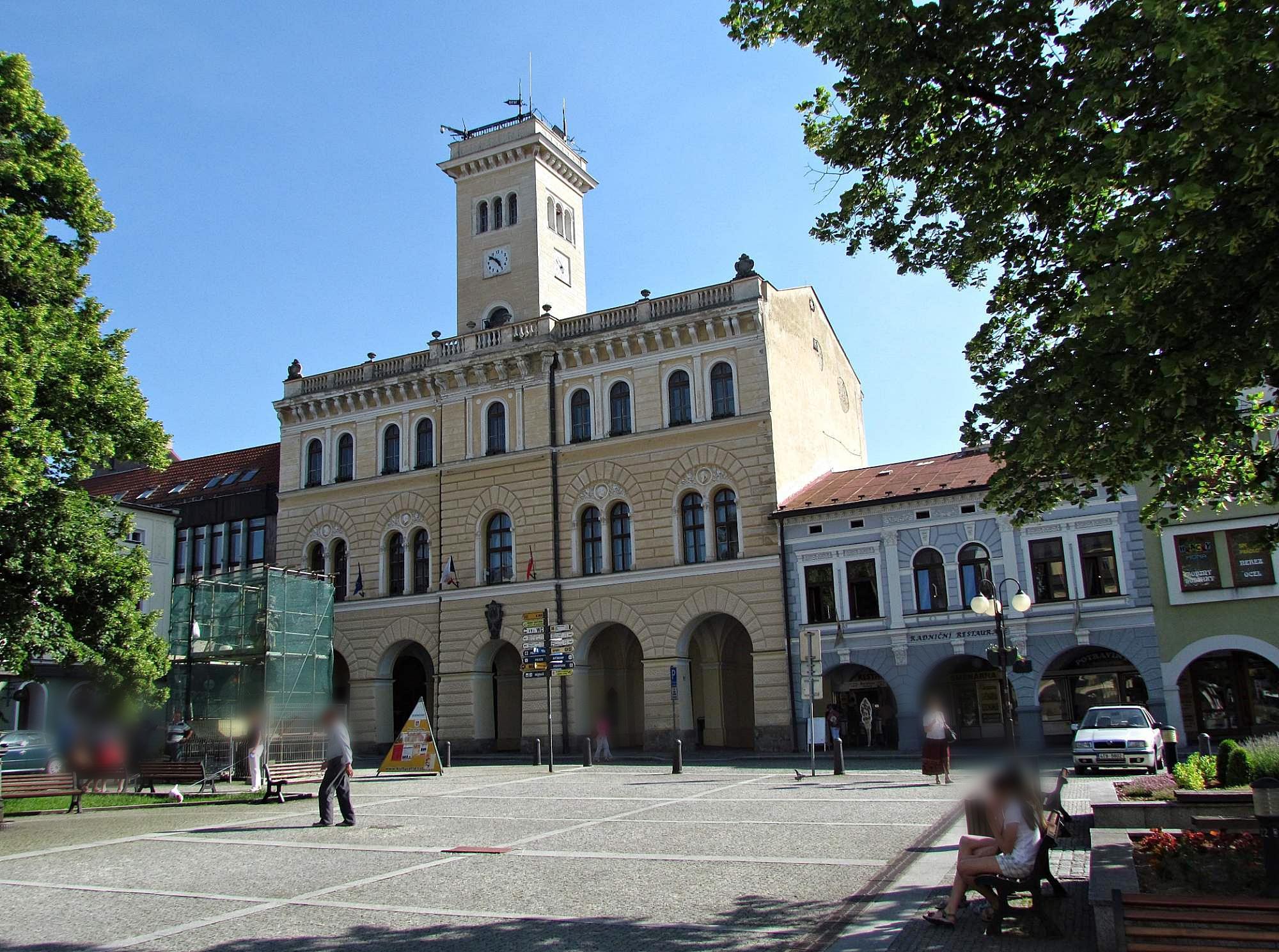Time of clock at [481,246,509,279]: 4:51
